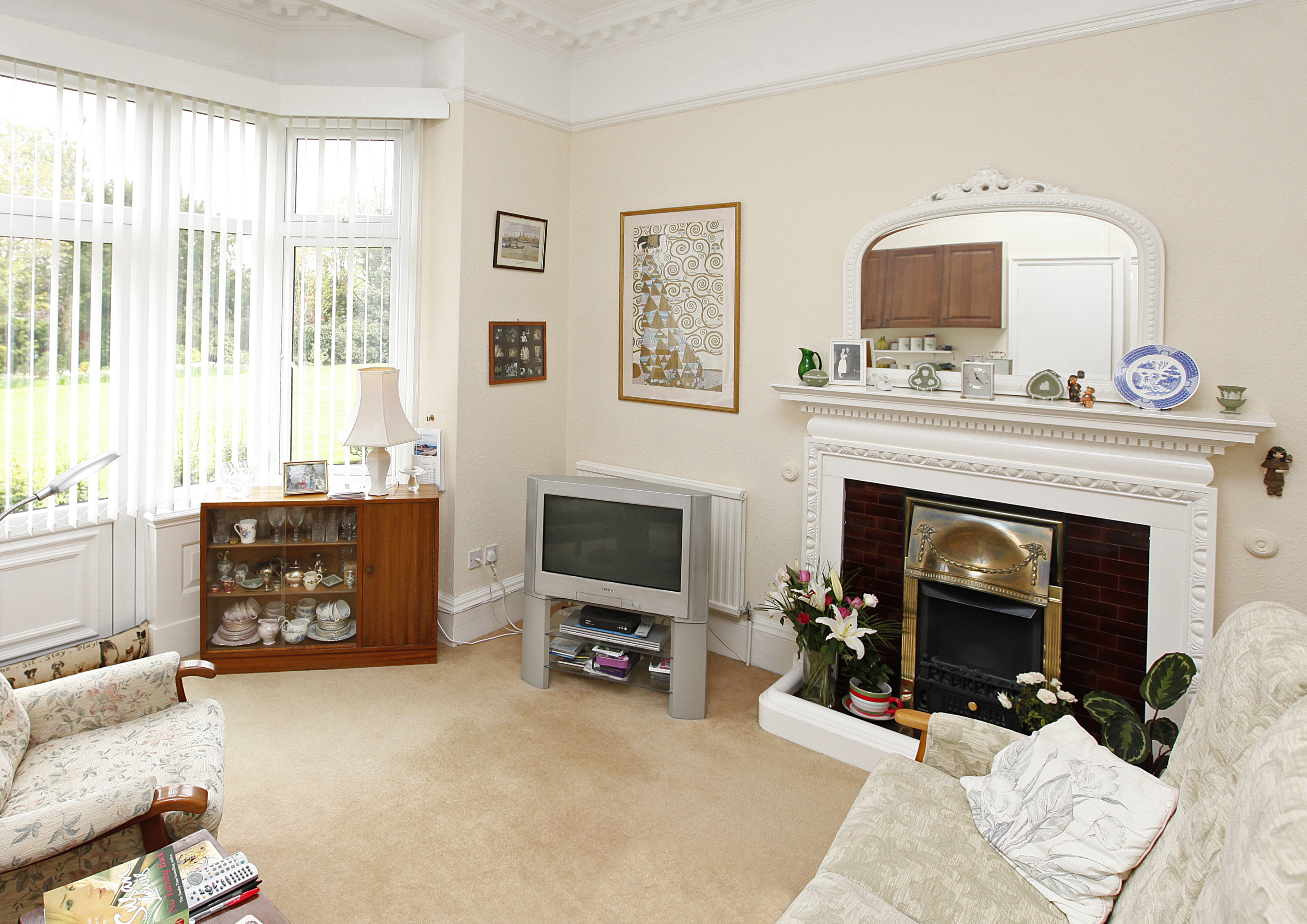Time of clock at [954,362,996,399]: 11:22
